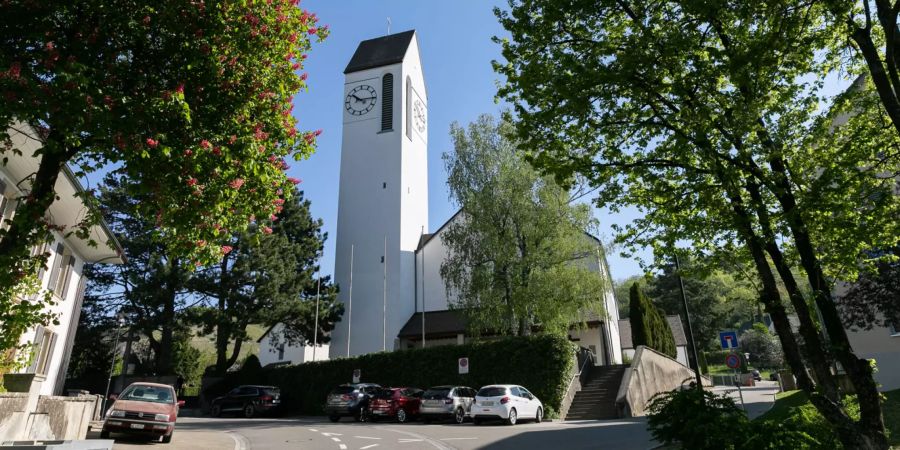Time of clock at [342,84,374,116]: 10:14
